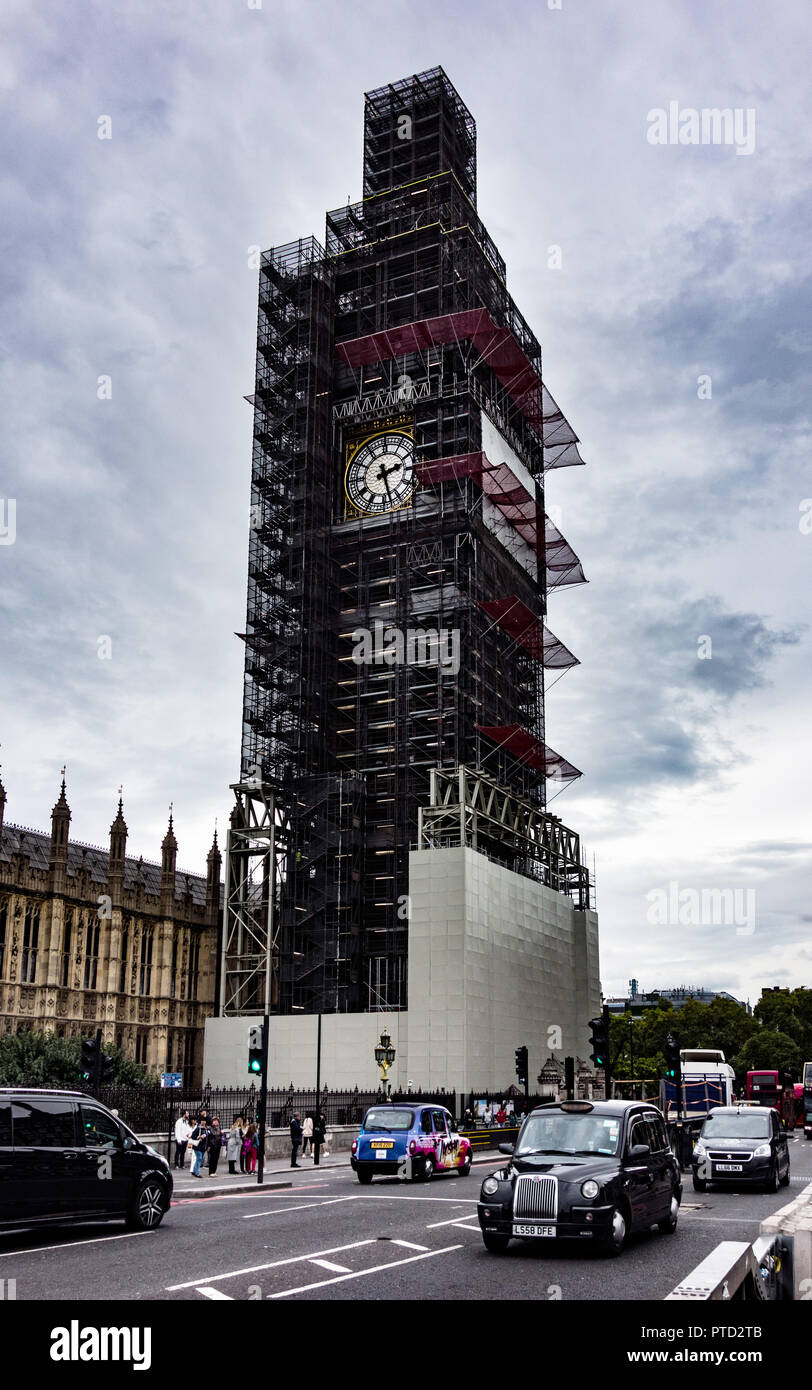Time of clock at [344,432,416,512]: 2:27
